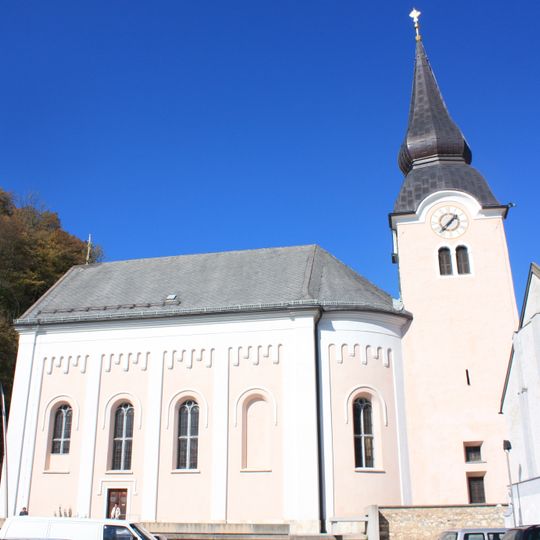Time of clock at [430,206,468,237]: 1:37
